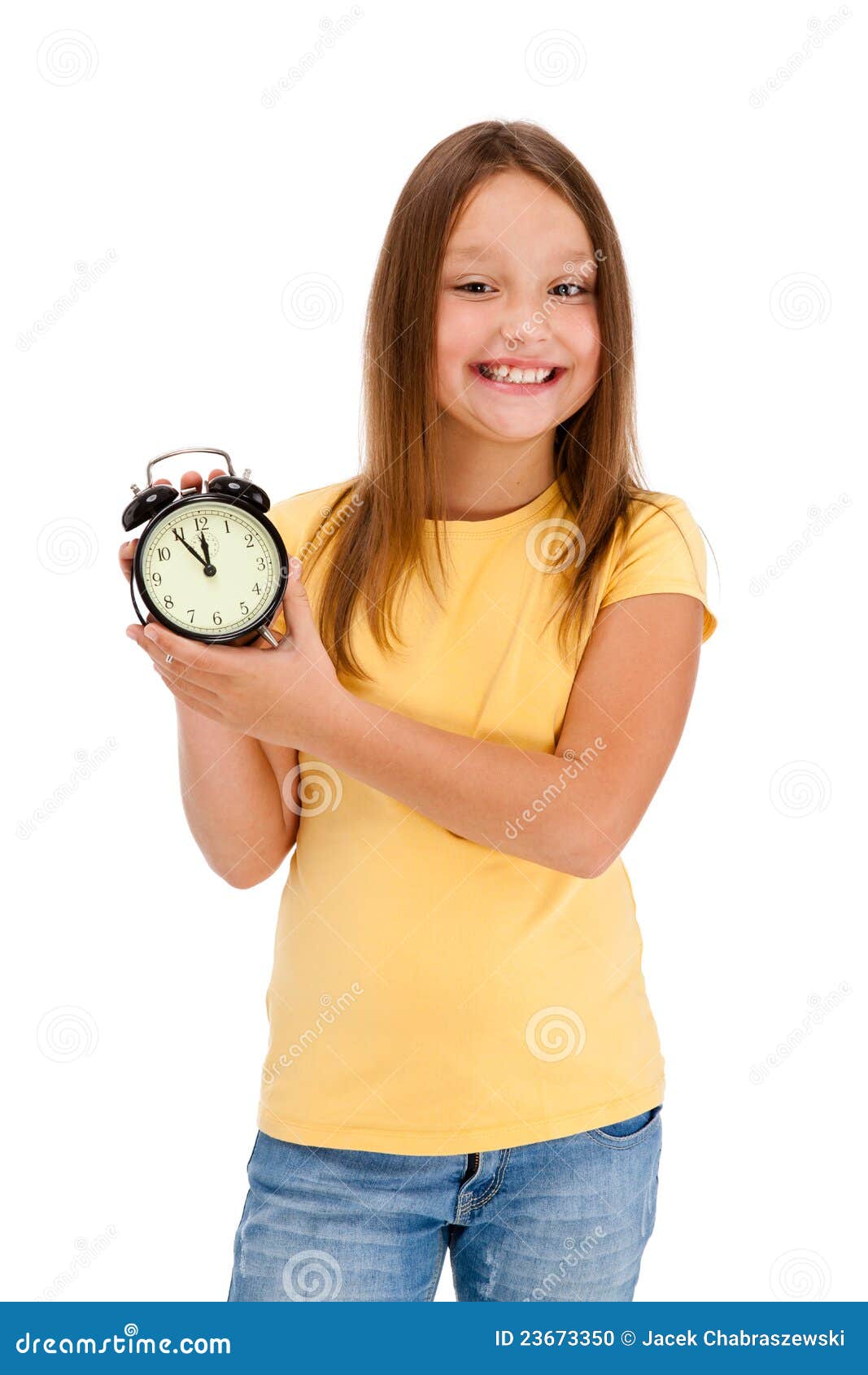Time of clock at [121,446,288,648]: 11:54
